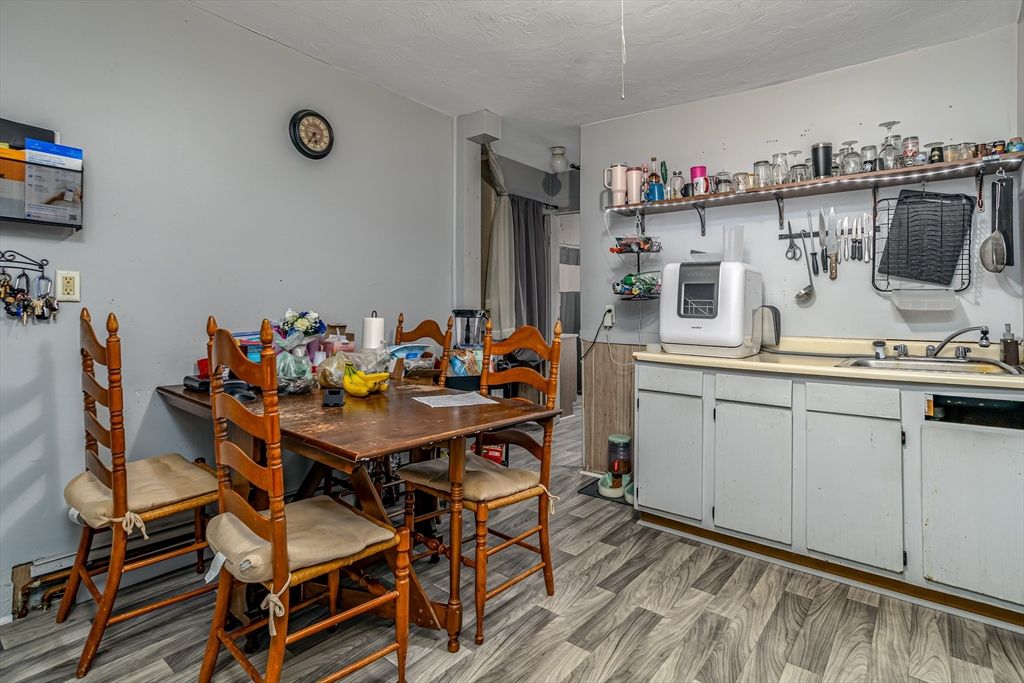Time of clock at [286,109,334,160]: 5:36
